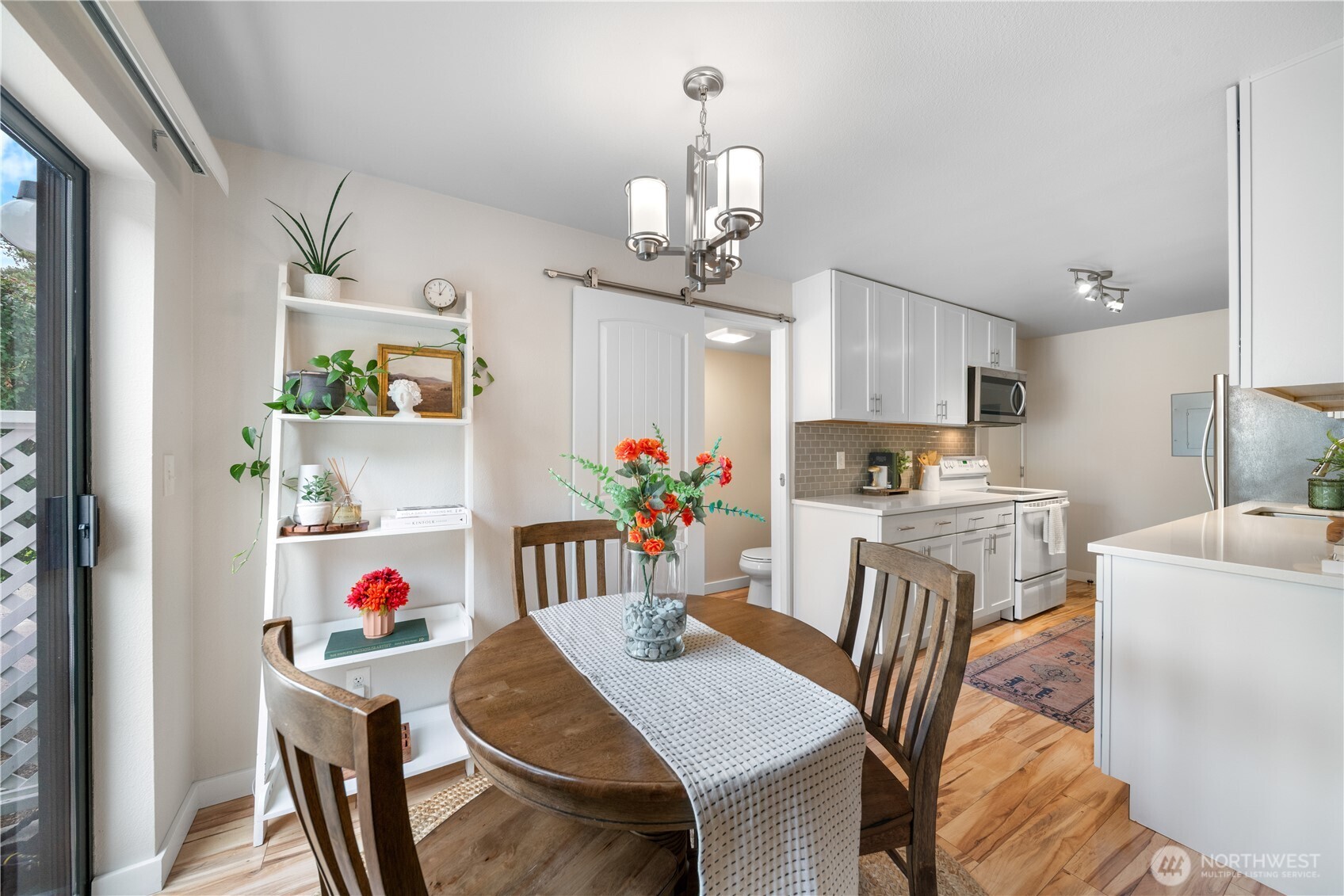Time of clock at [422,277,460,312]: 12:59
